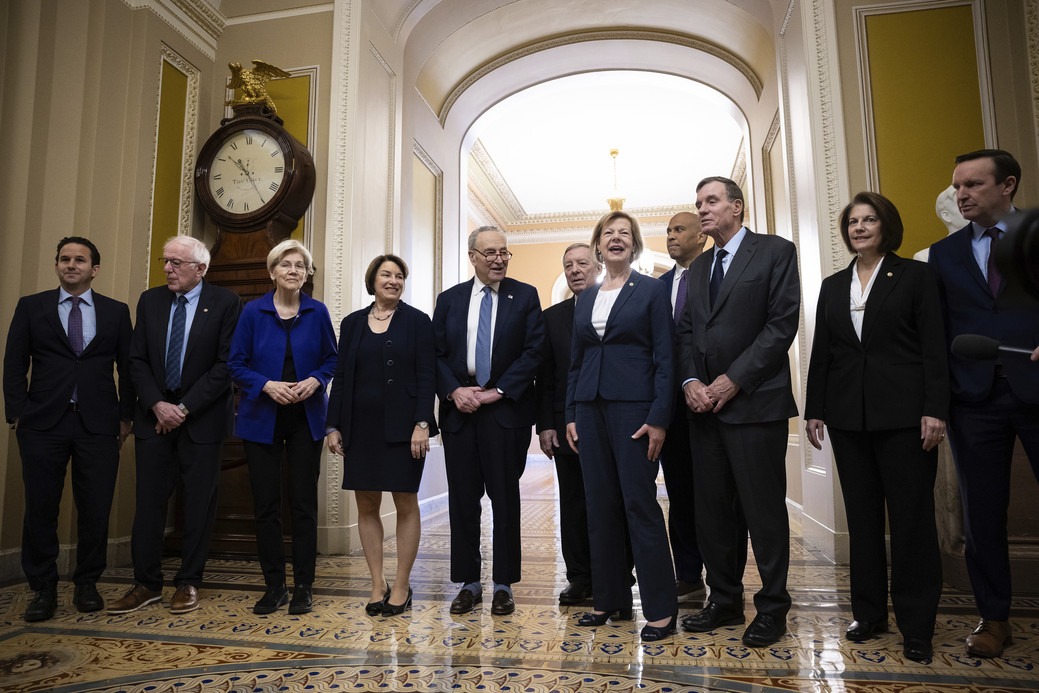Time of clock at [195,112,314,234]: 10:24
